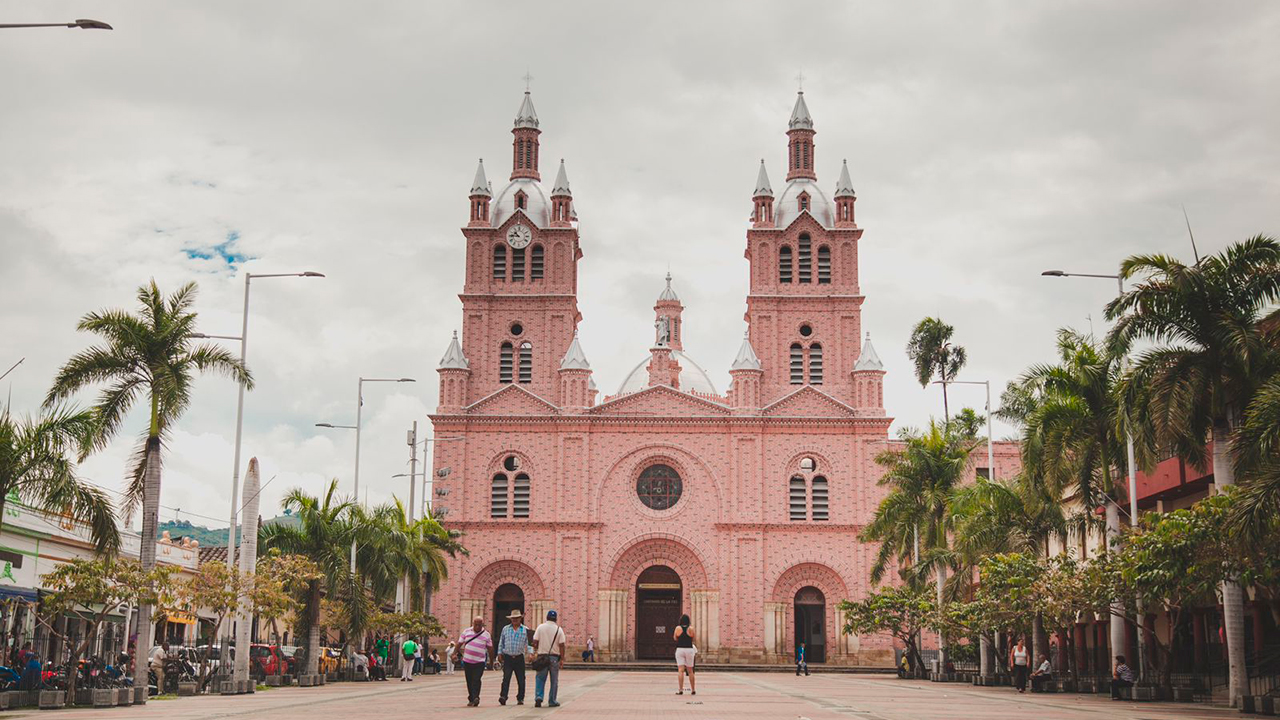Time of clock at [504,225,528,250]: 10:45
